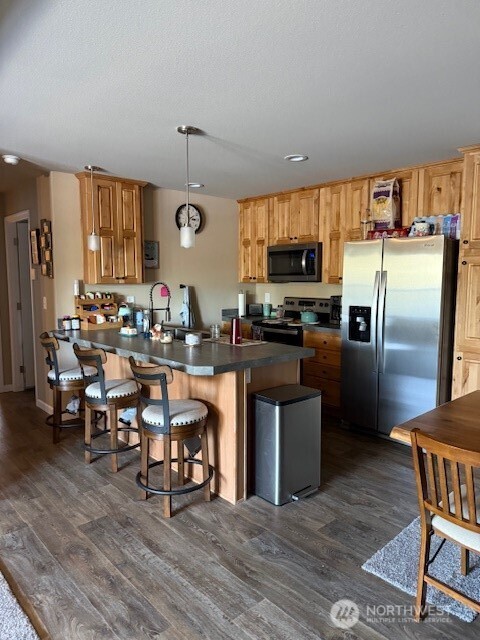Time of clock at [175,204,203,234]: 2:59
